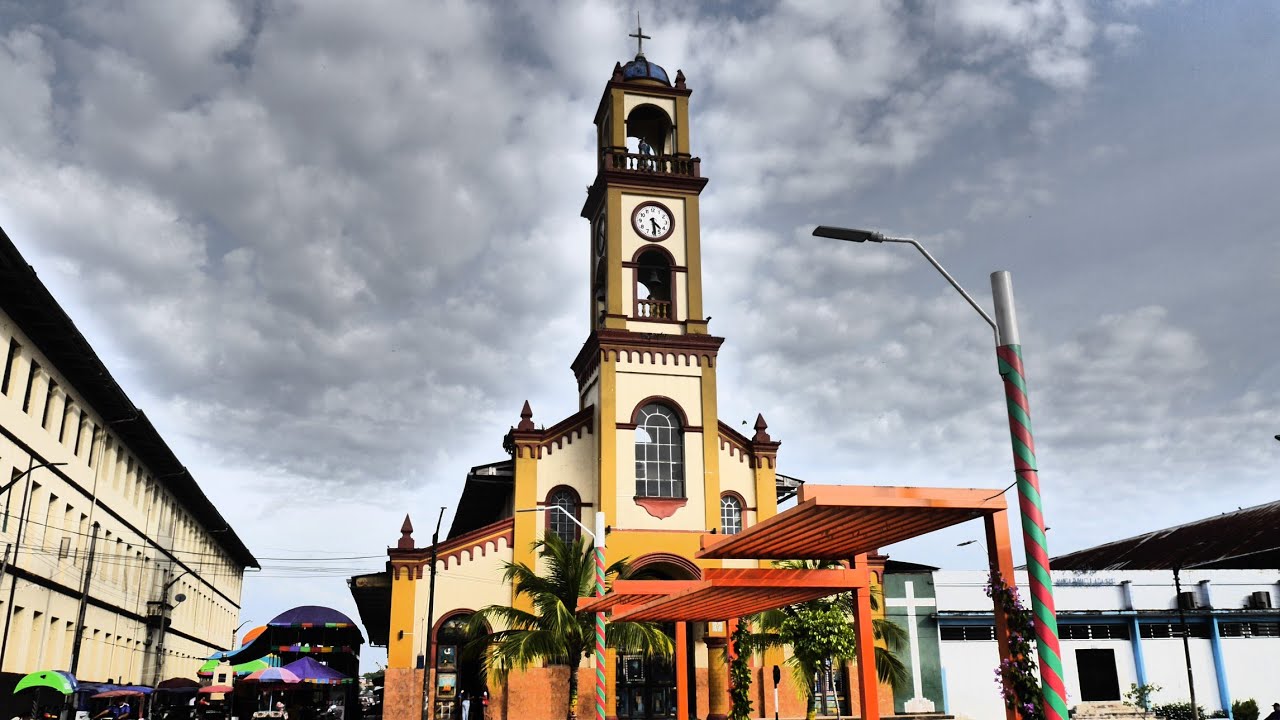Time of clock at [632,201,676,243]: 4:28
